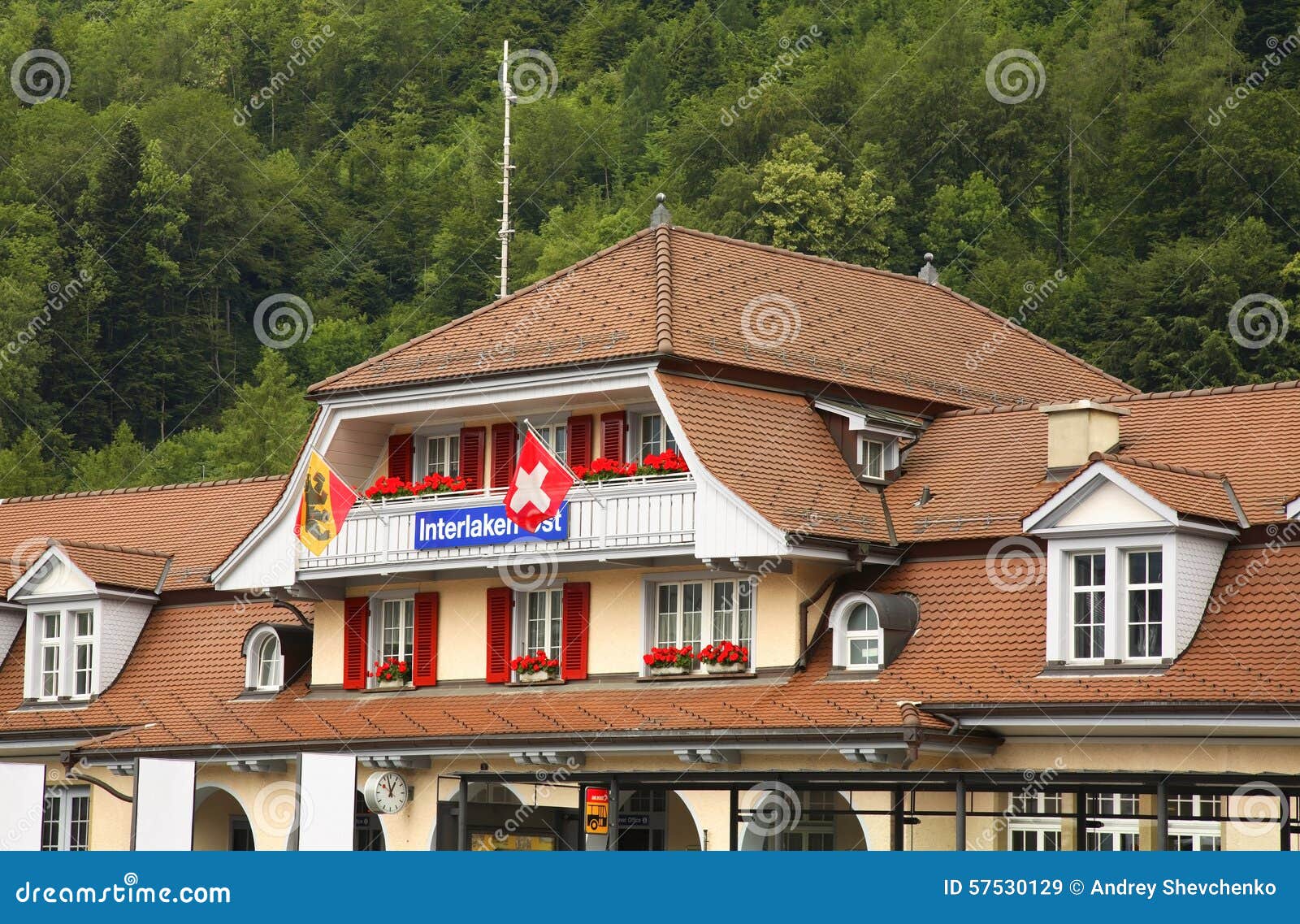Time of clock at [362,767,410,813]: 12:57
